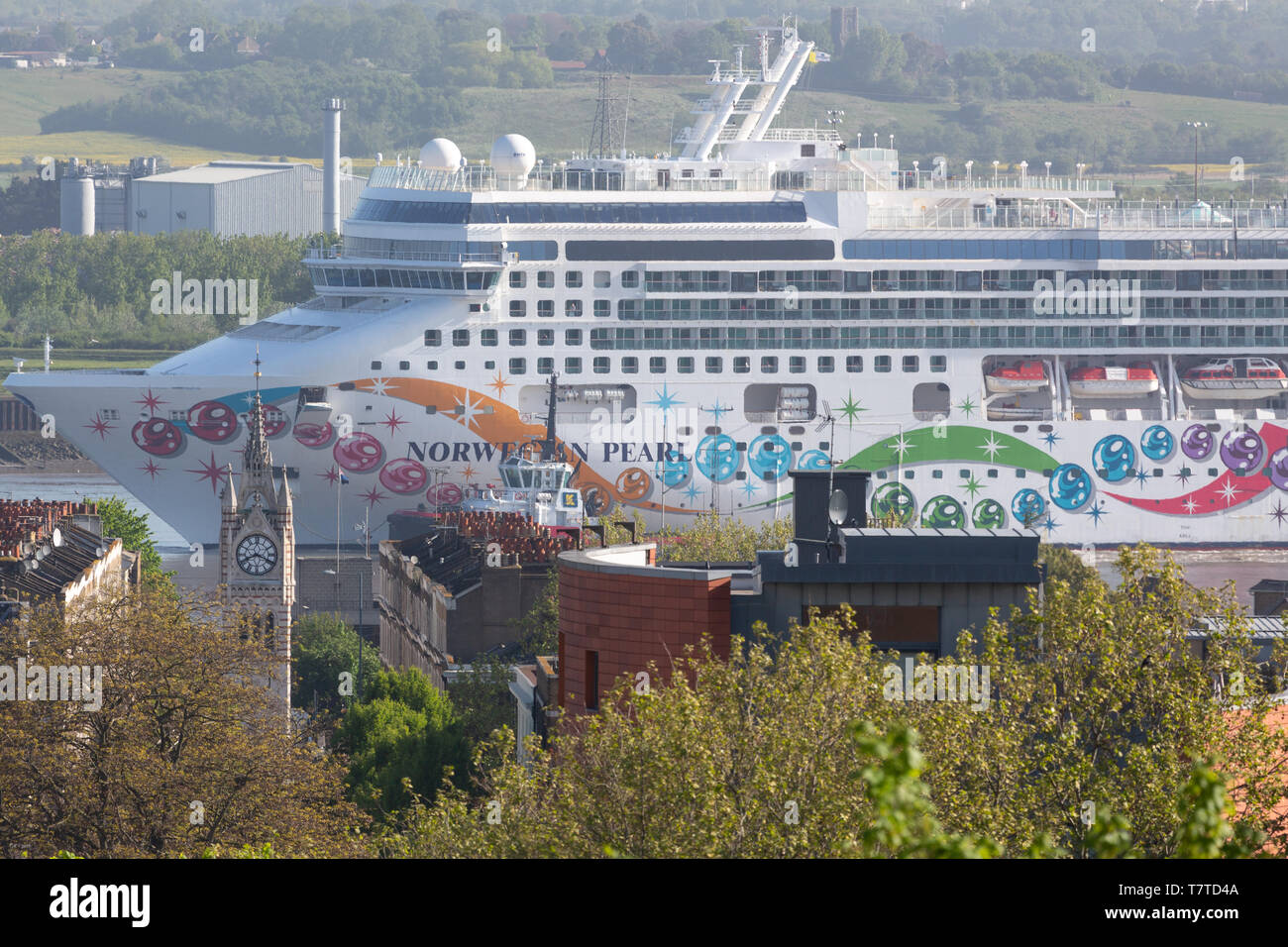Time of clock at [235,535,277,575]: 8:18
